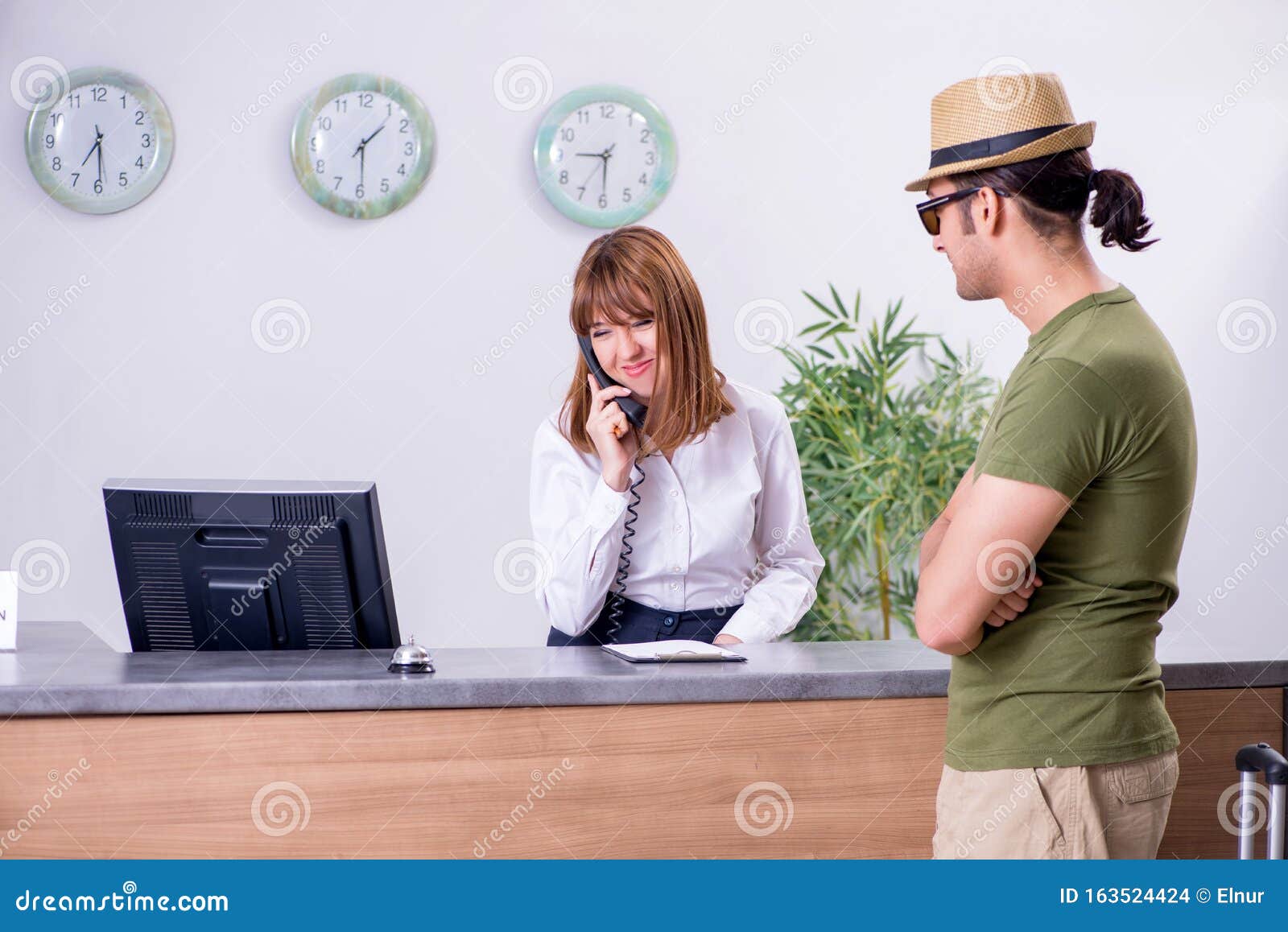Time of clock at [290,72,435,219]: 1:29
